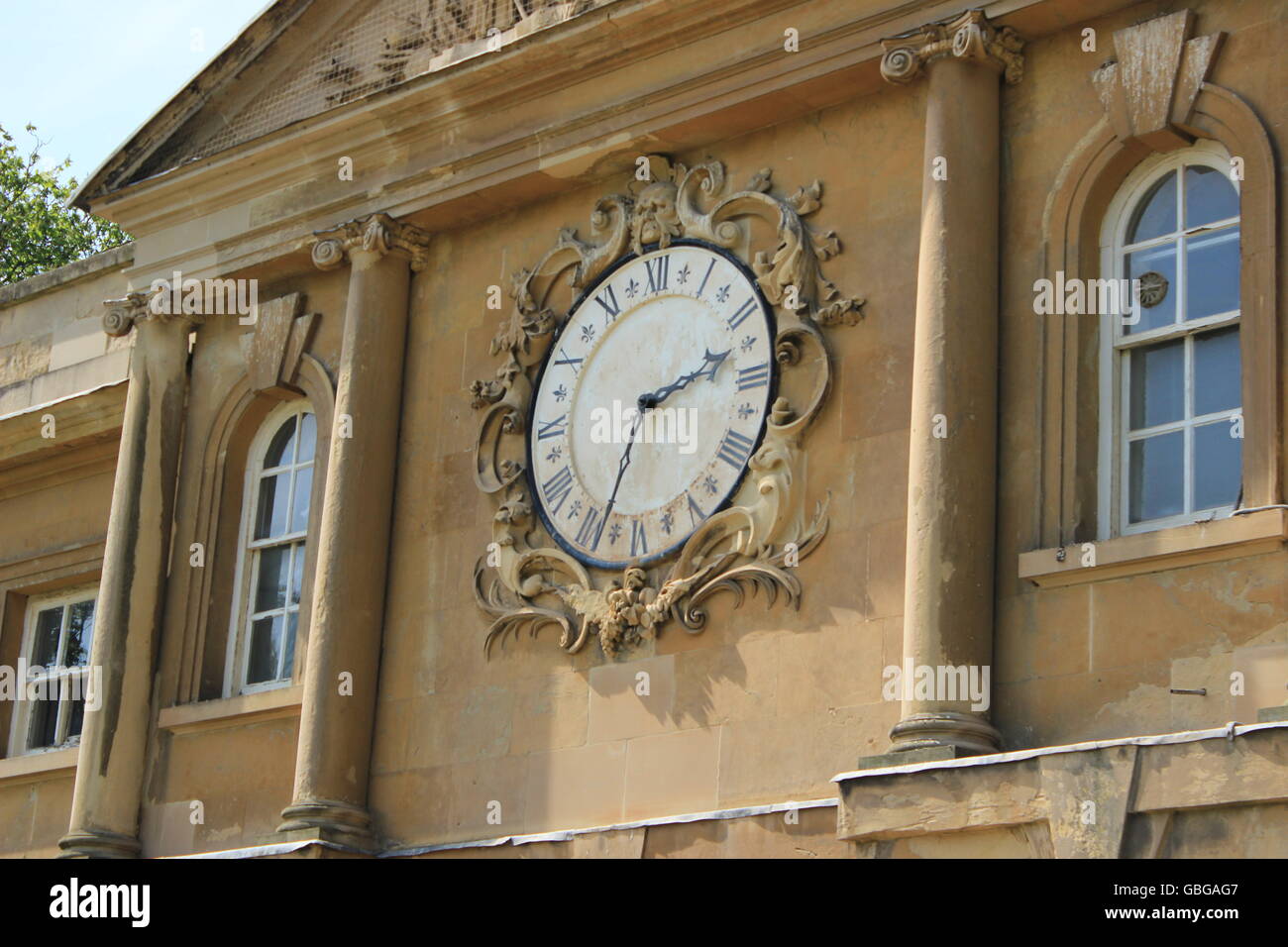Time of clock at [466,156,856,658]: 2:33
